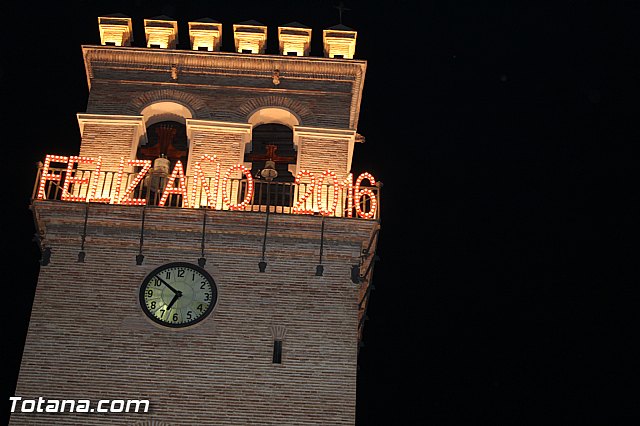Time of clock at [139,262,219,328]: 6:52
